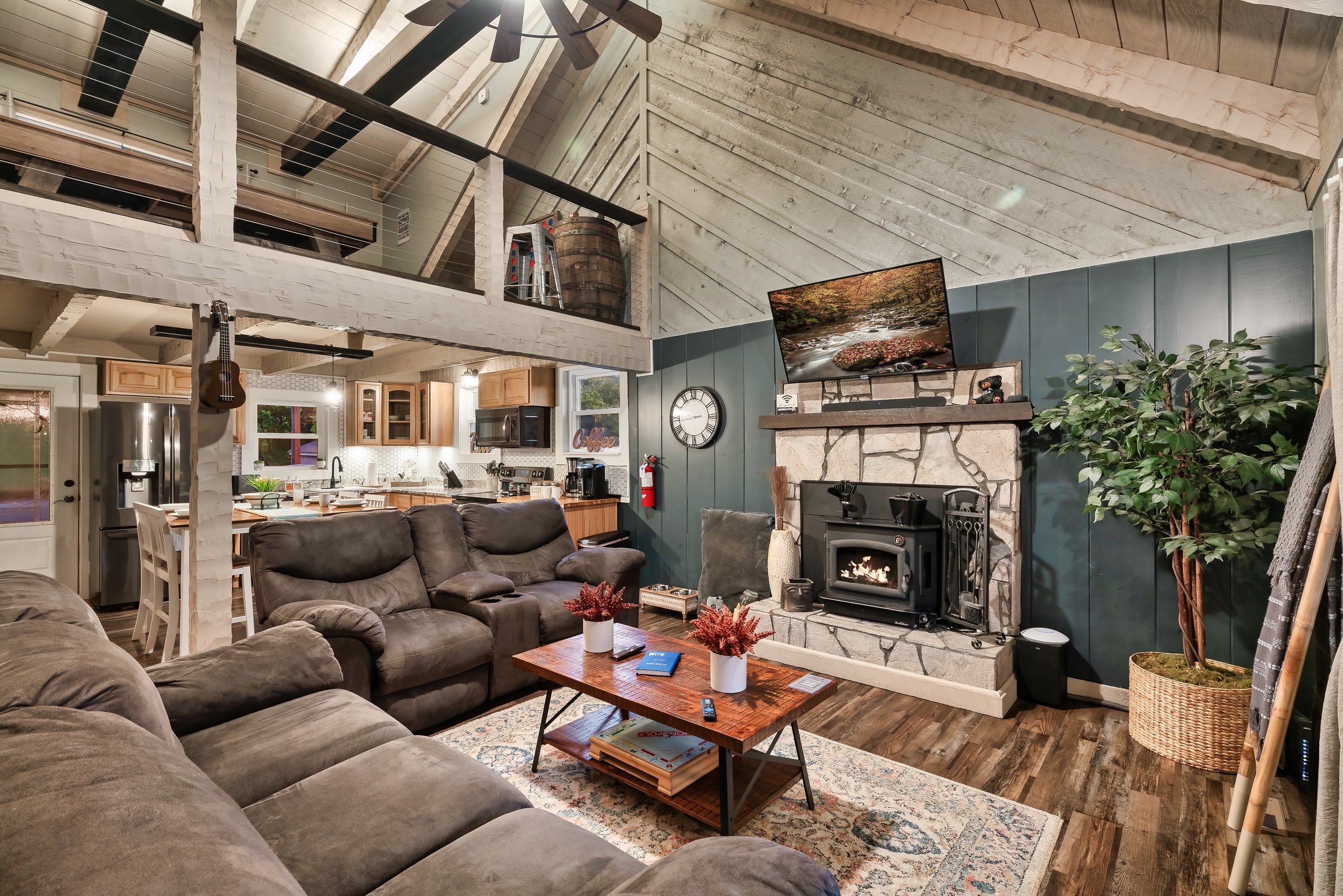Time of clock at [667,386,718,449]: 2:43
